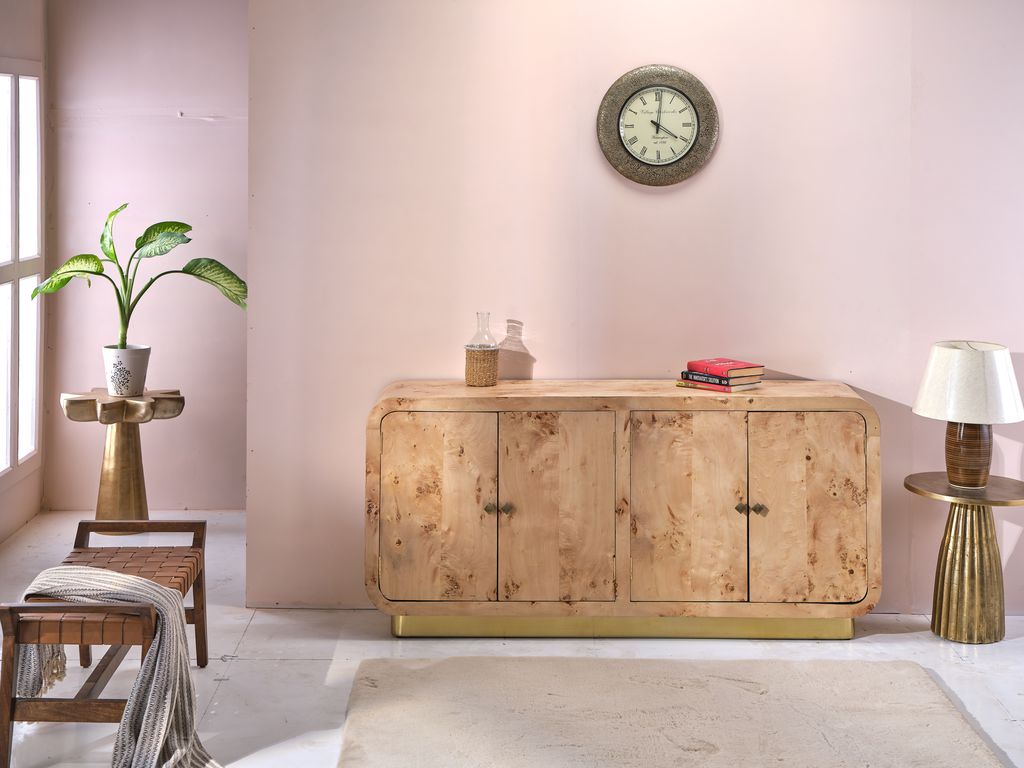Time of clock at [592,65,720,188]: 4:01
